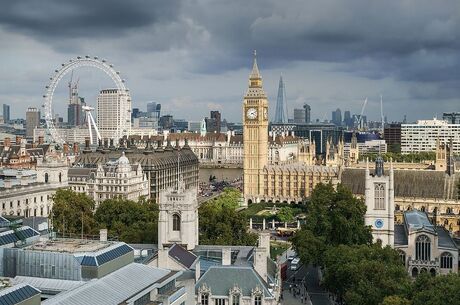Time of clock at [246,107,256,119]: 4:10
